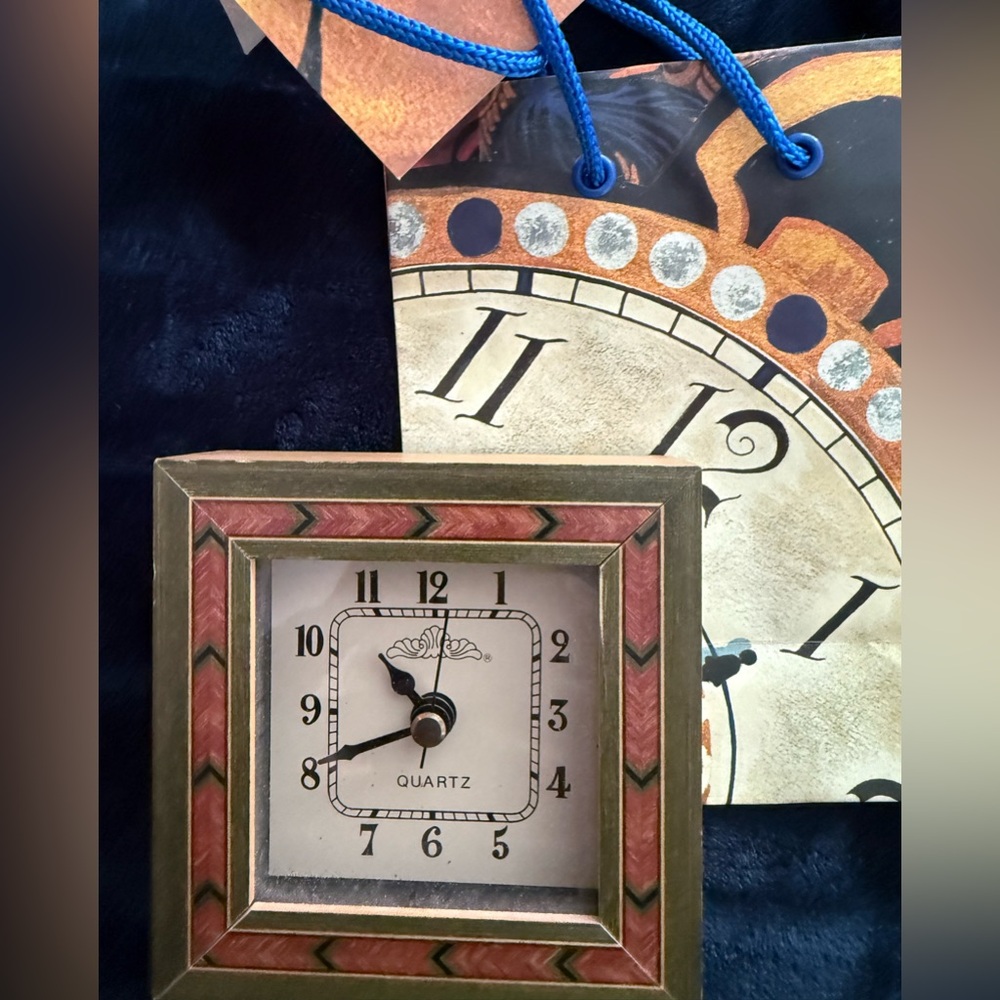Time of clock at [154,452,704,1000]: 10:41
